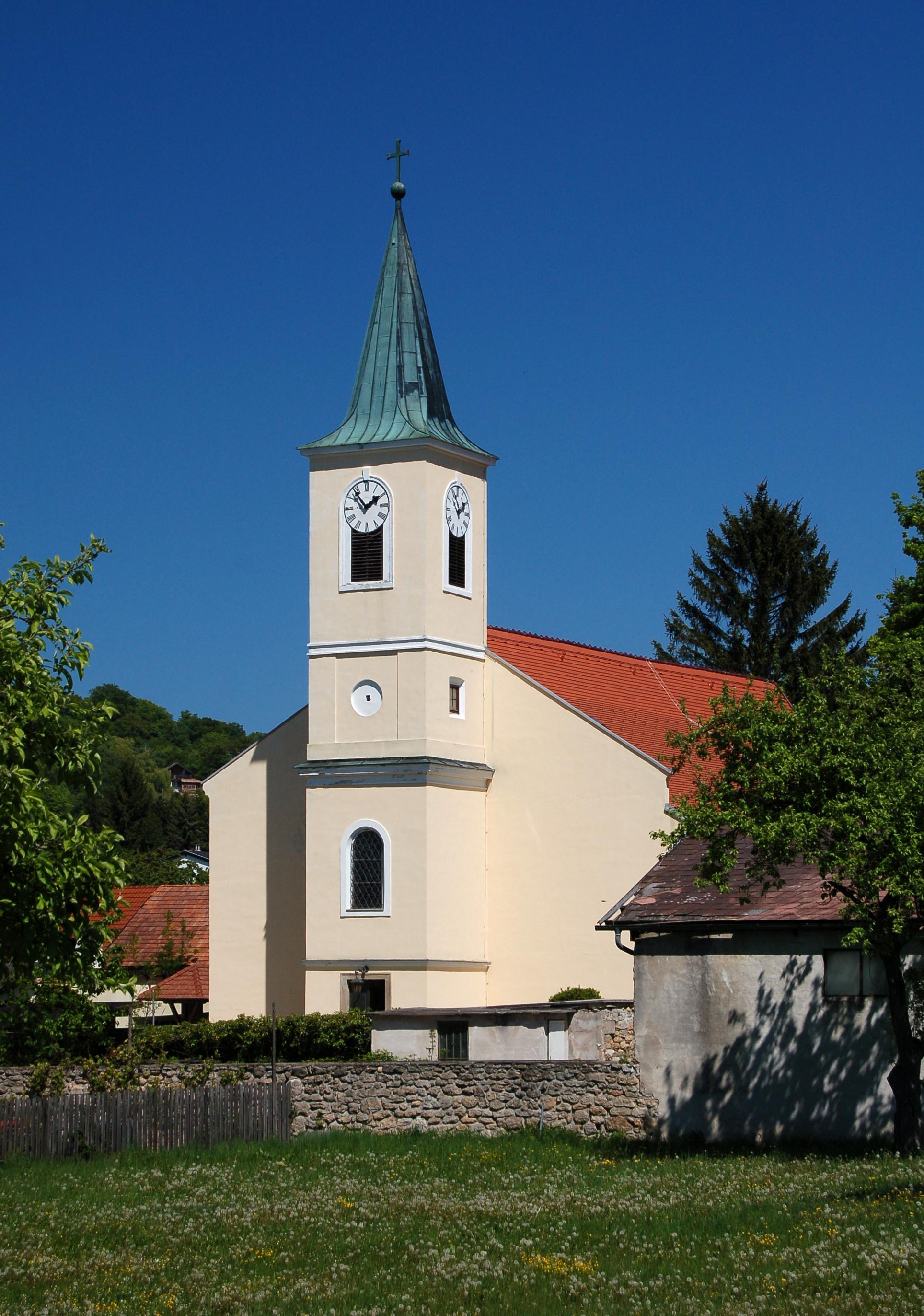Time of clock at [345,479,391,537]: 1:53
